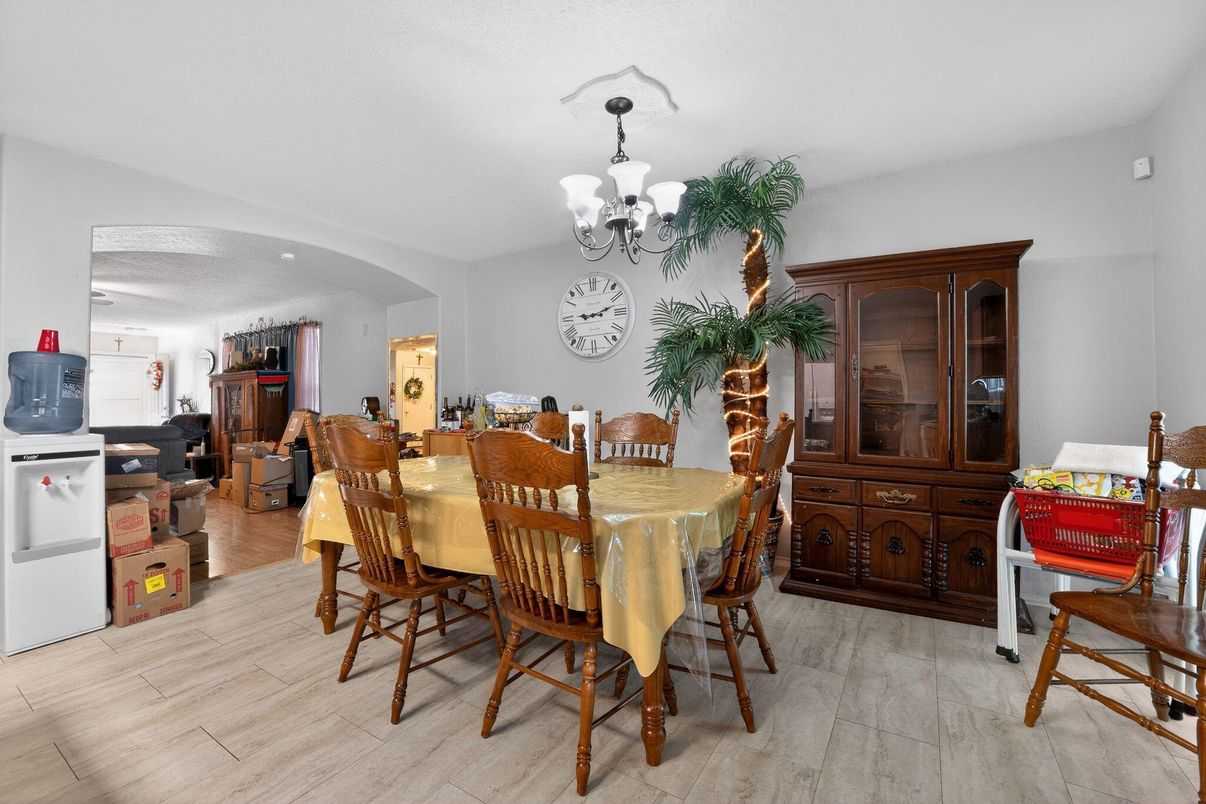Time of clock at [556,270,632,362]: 9:12
